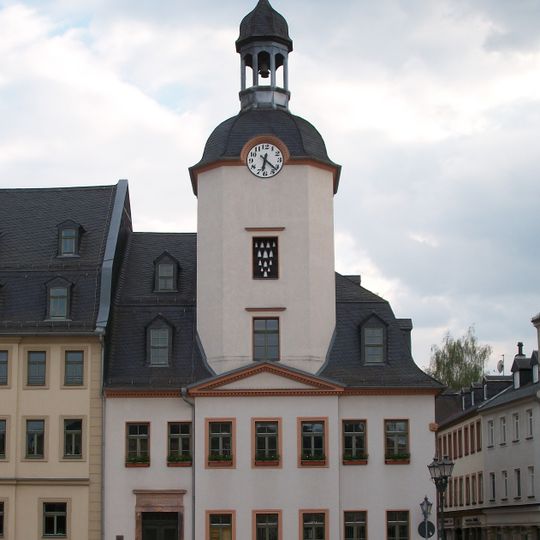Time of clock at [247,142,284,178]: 6:22
